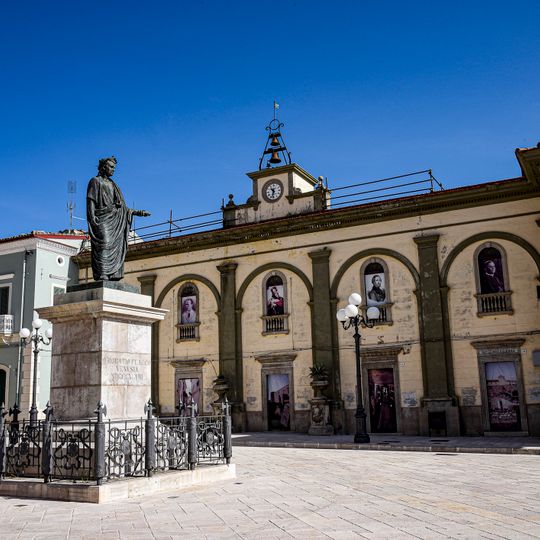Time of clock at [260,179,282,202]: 10:32
